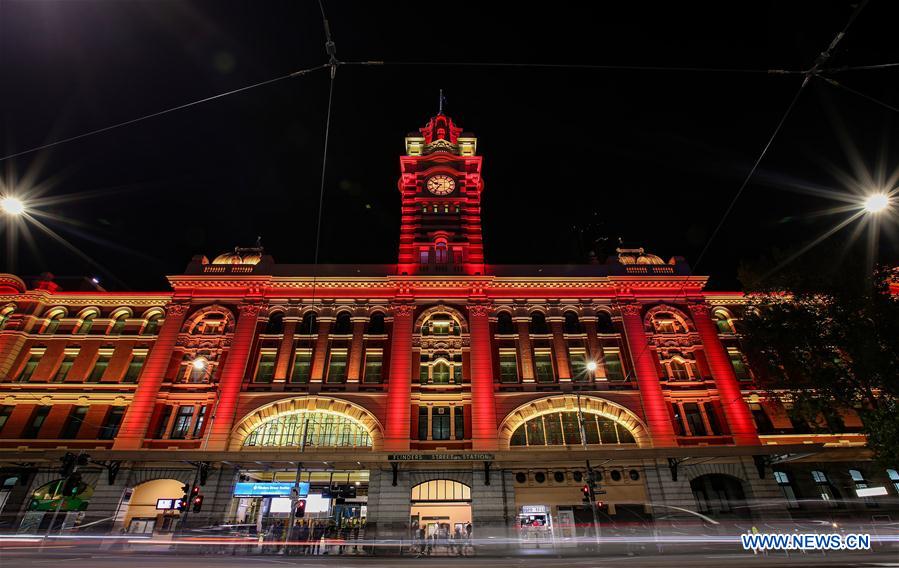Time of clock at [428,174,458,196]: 9:36
